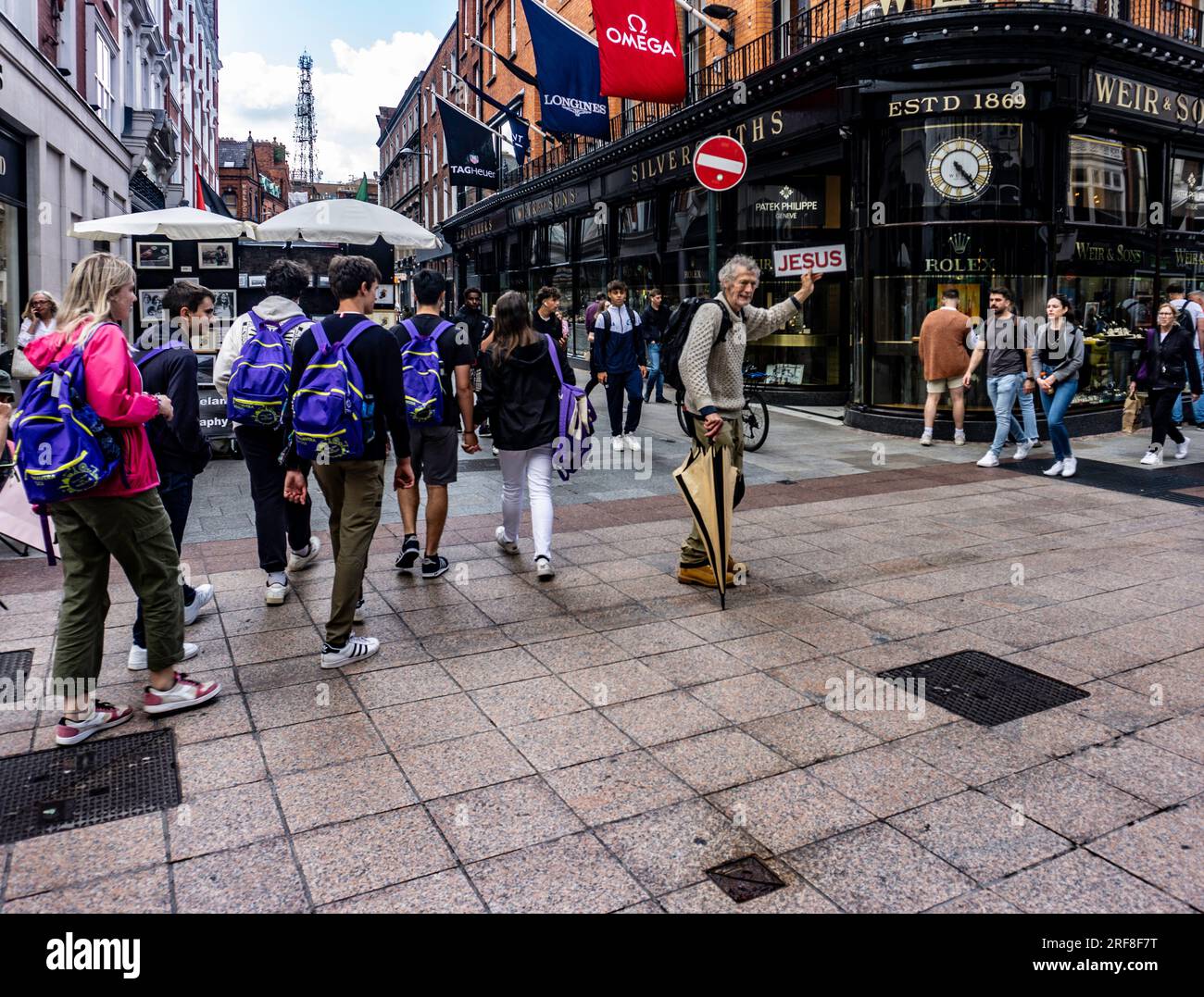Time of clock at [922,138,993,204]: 4:23
